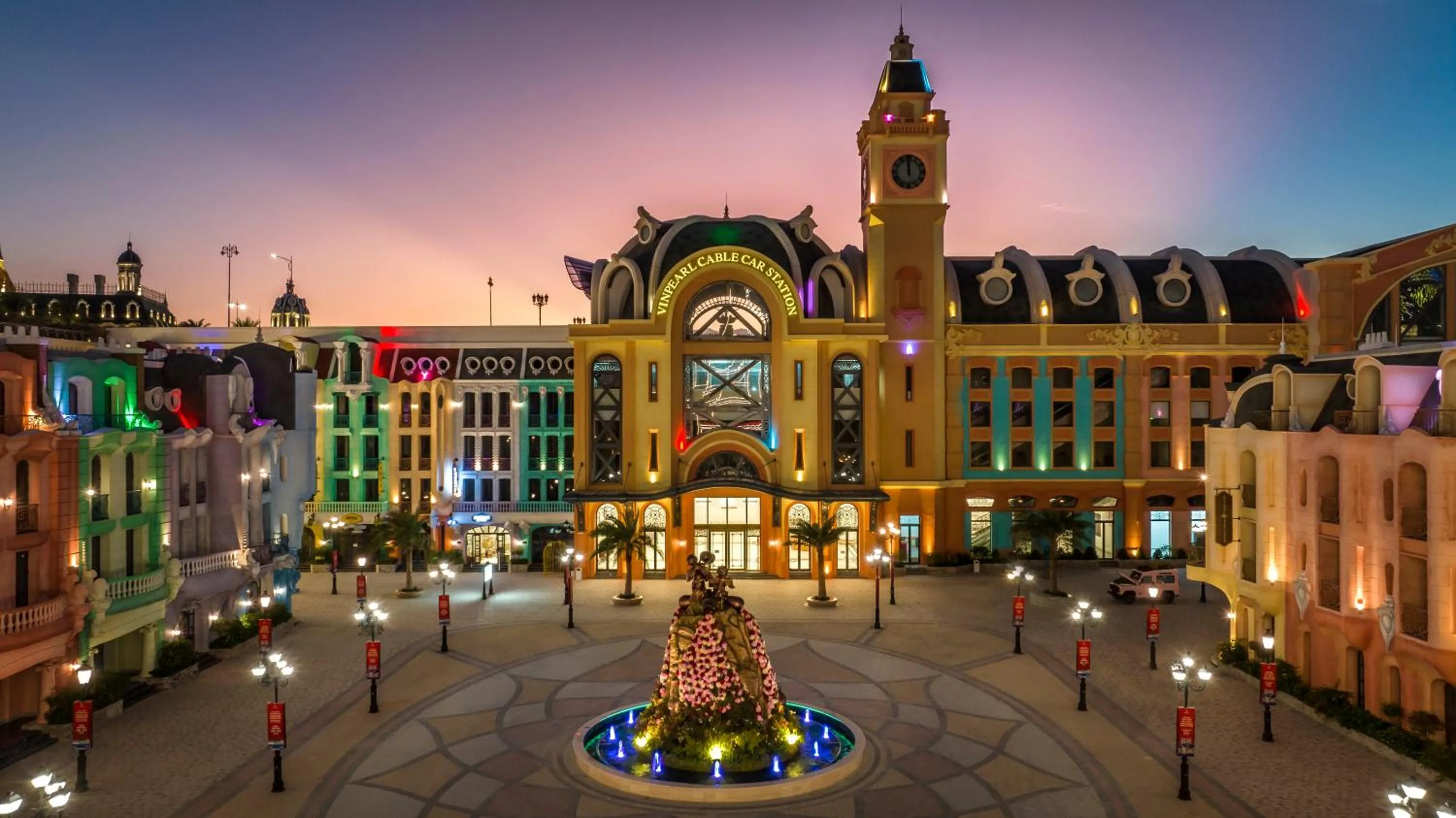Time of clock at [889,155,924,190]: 11:59
